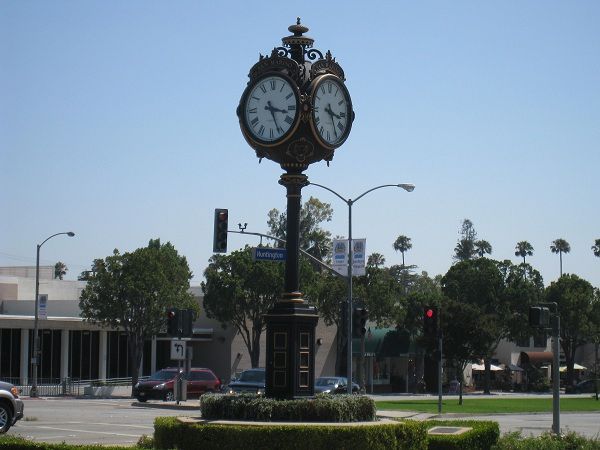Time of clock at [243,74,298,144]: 3:26
